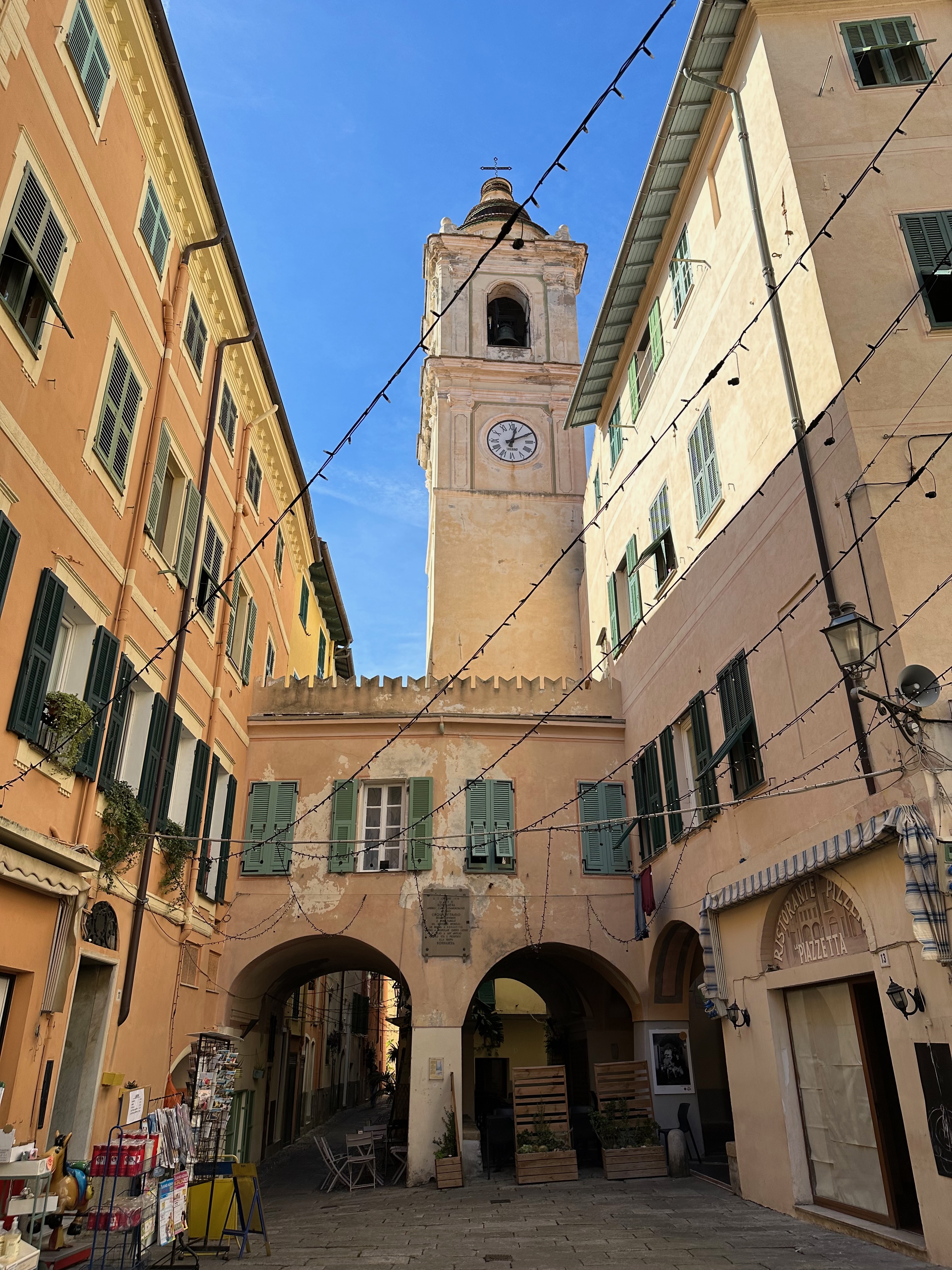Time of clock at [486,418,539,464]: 2:02
